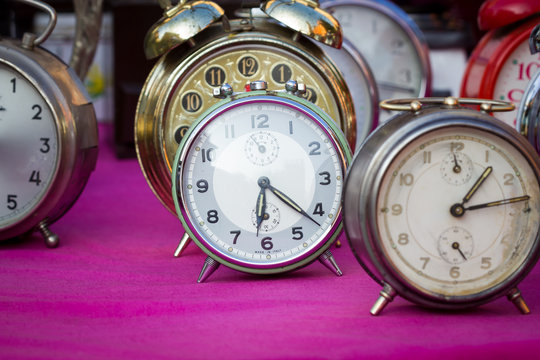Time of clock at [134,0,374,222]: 6:21
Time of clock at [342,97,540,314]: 1:13
